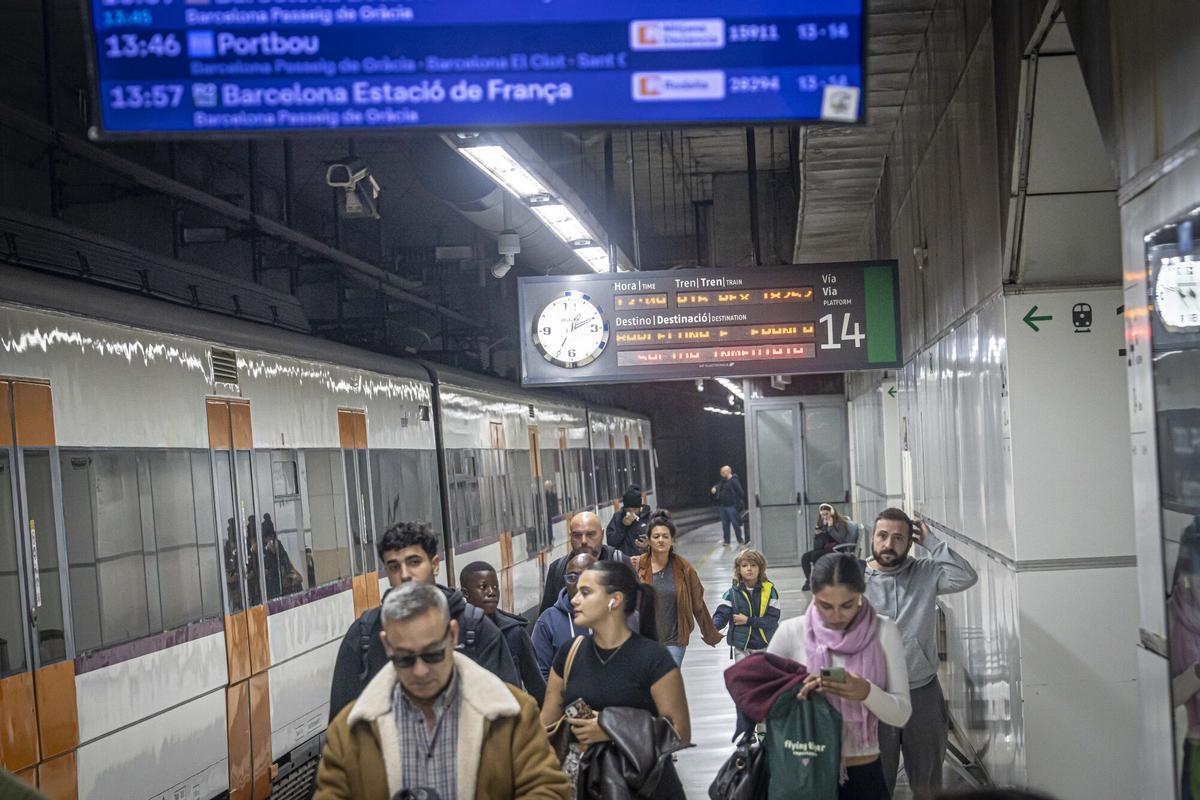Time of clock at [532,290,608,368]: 1:11
